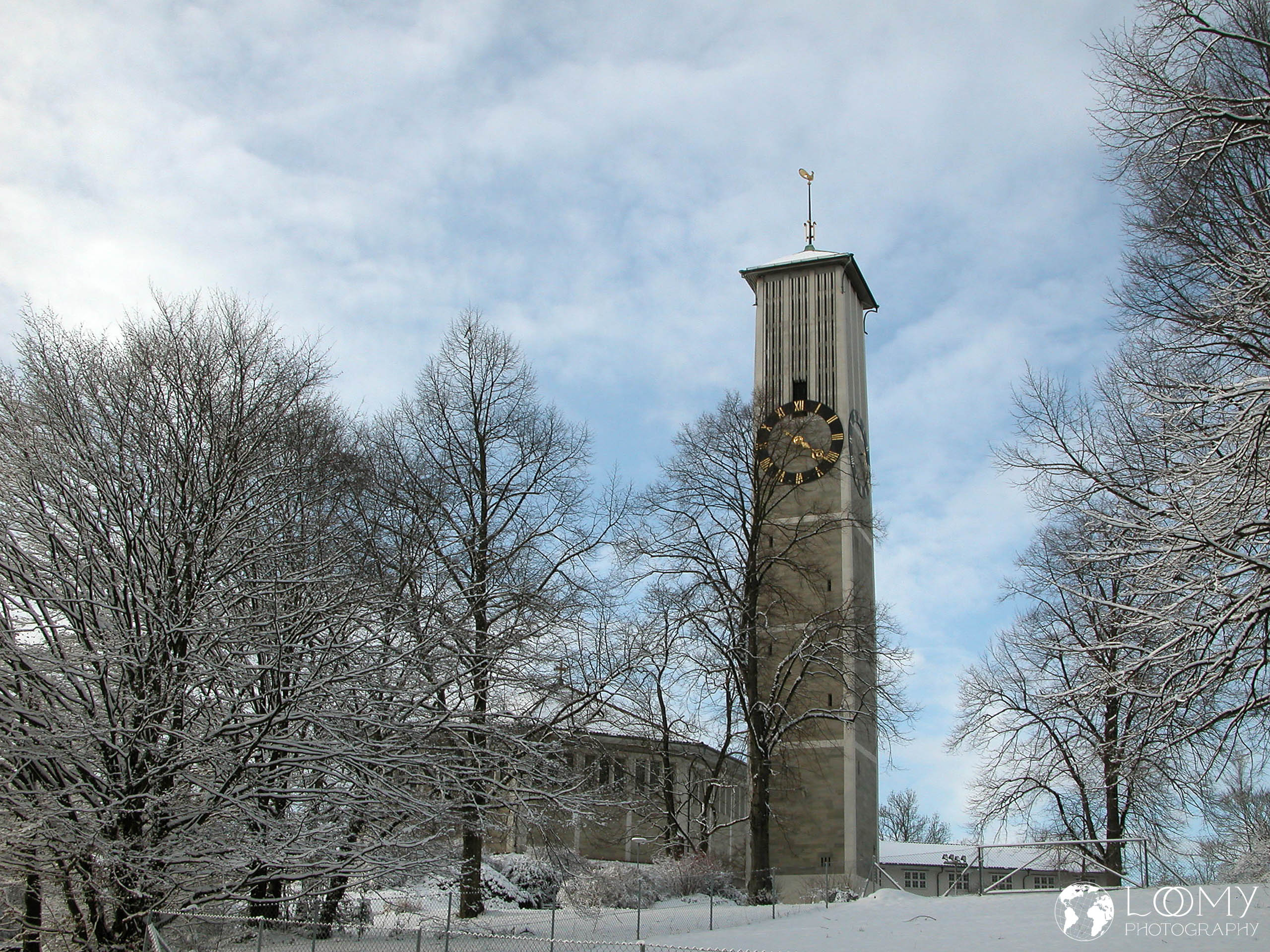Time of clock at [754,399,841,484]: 4:35
